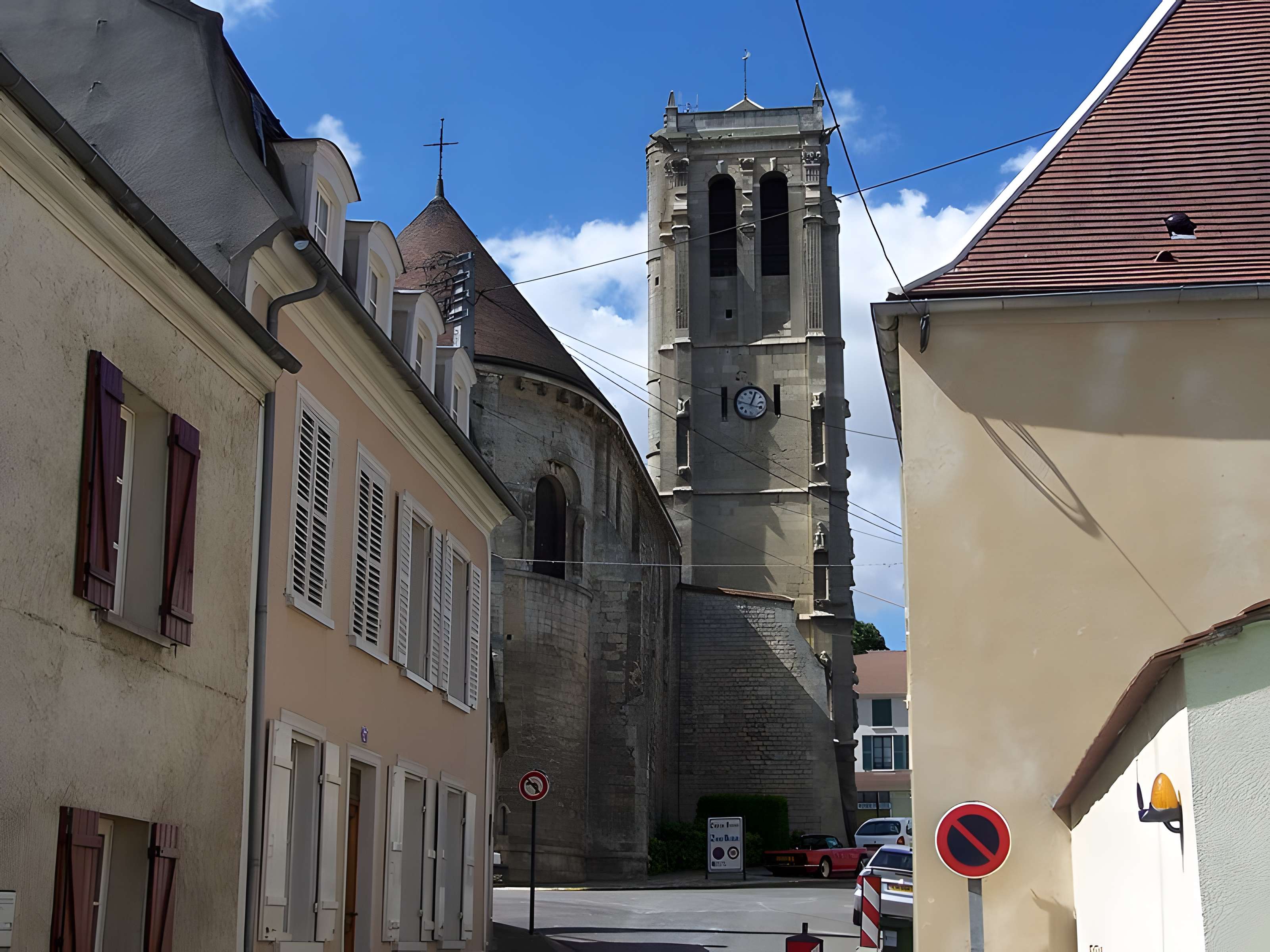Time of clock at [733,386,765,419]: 12:47
